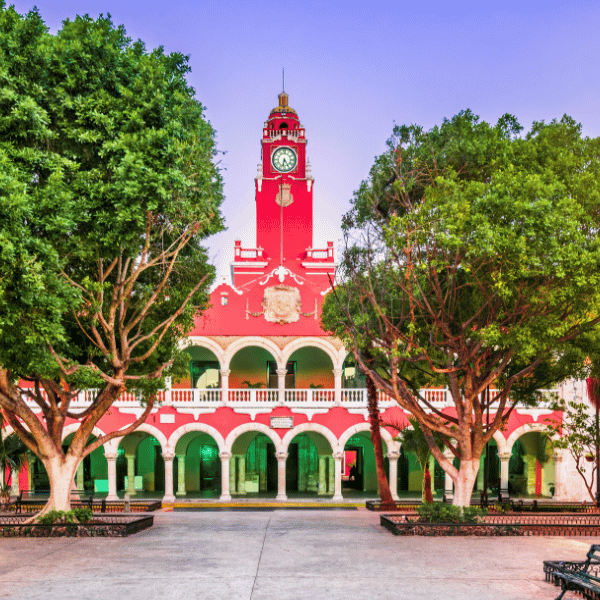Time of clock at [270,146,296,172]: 6:24
